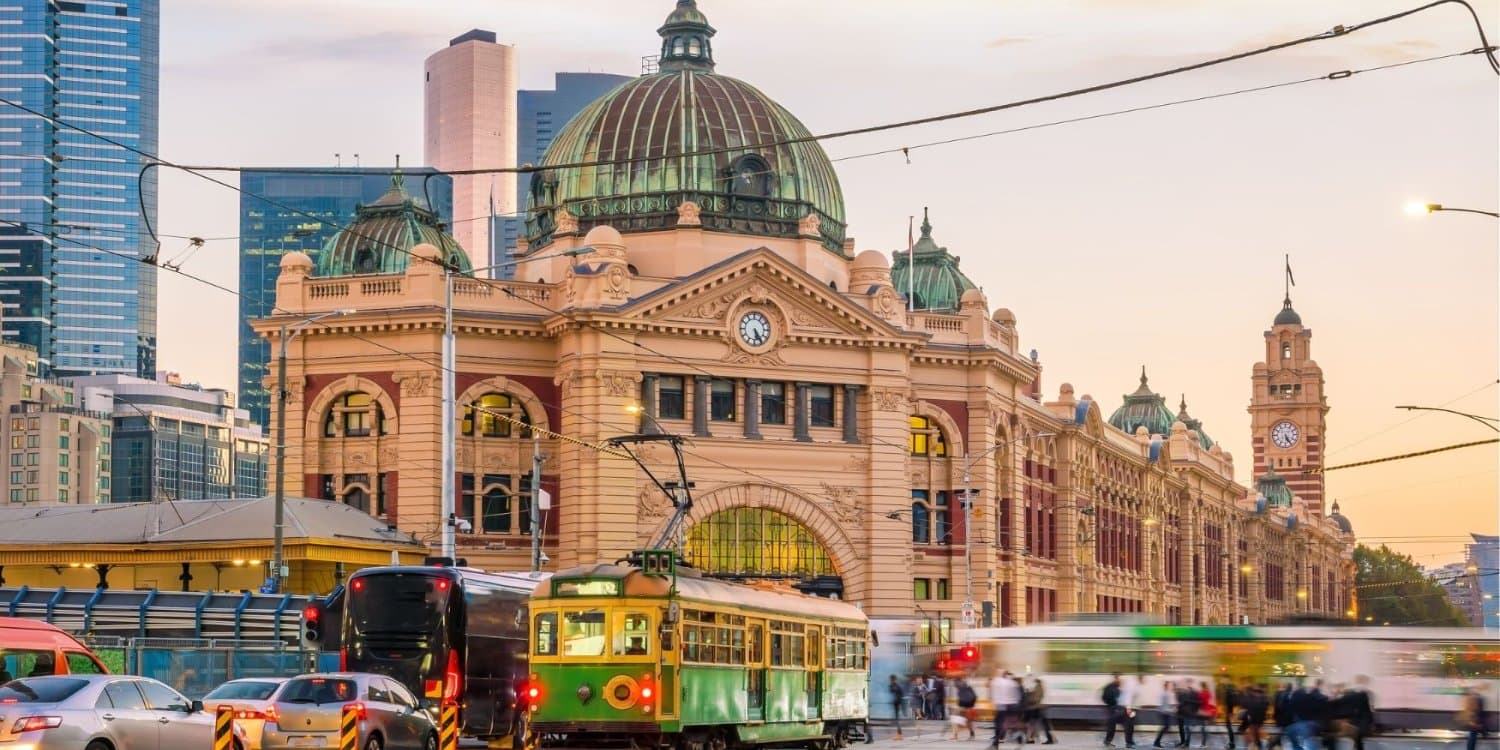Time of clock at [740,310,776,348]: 5:24
